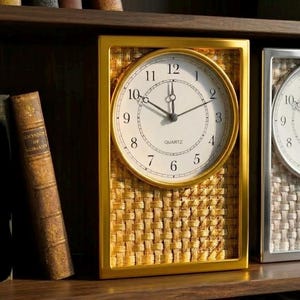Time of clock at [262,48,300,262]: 11:49
